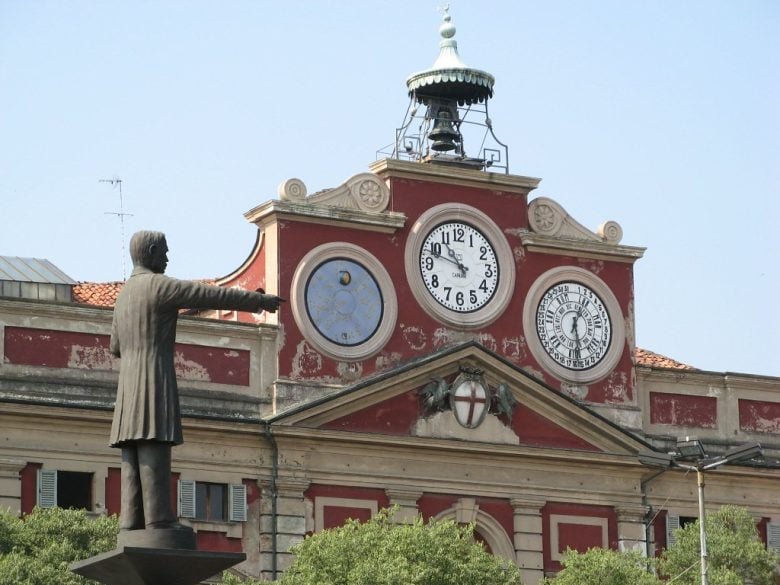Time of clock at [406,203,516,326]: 10:48
